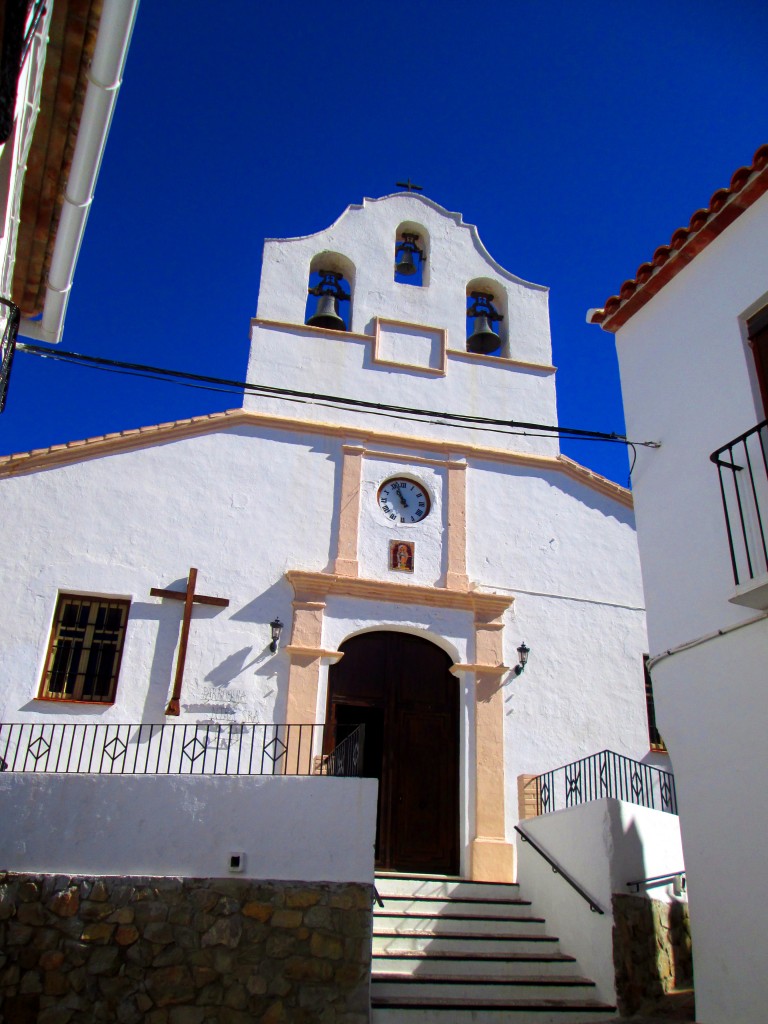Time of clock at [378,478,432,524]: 10:56
